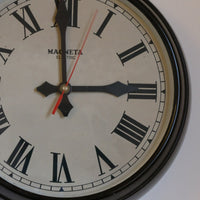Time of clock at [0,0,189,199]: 2:59
